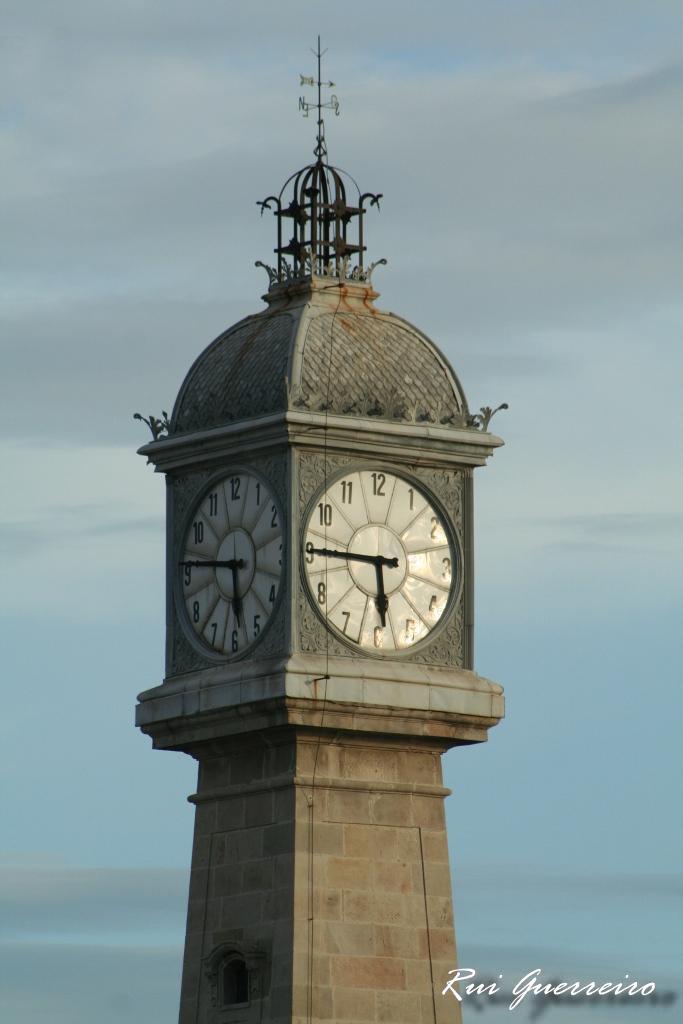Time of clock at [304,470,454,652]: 5:45
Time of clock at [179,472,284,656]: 5:45
